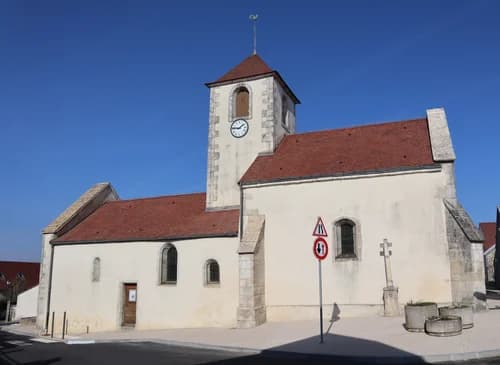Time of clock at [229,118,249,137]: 1:46
